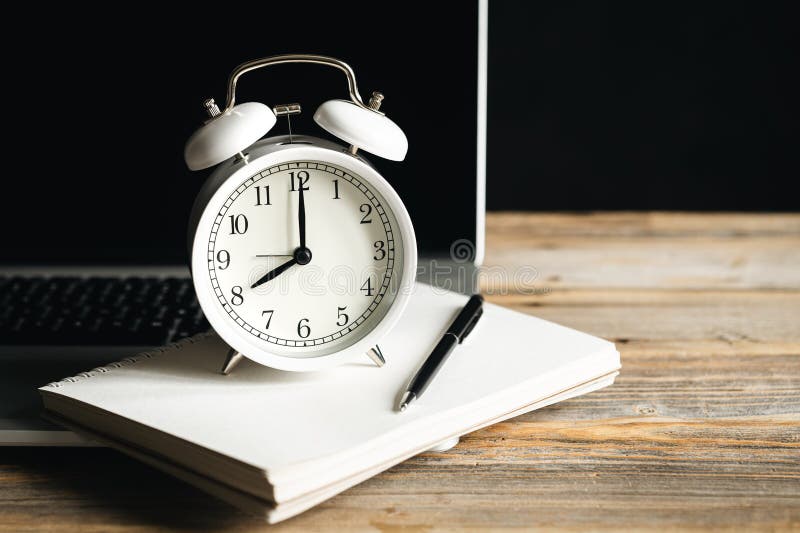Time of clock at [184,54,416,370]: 8:00
